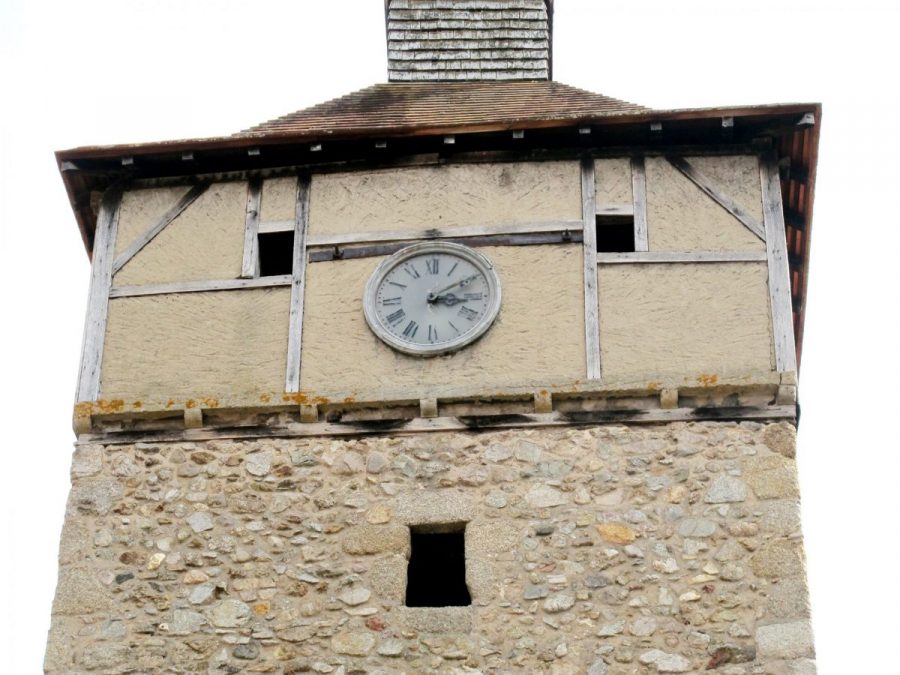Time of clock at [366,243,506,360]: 3:09
